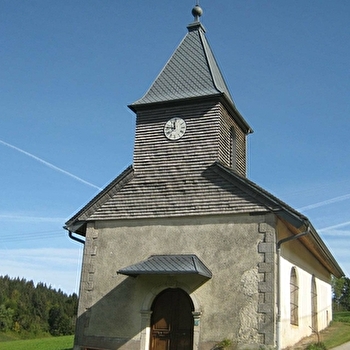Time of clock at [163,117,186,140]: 11:46
